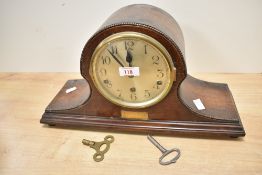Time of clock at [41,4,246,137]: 11:53
